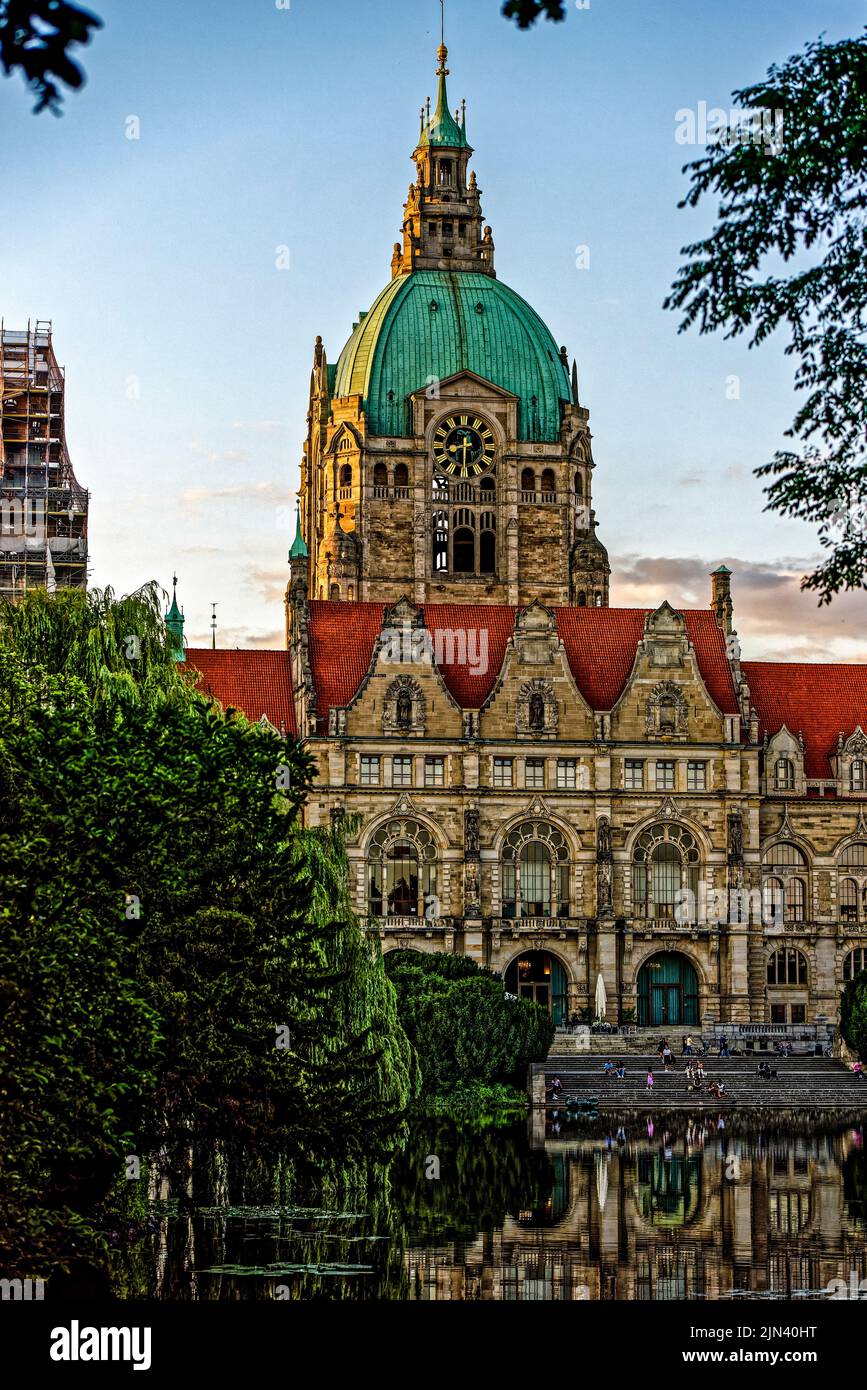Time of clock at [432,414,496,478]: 8:30
